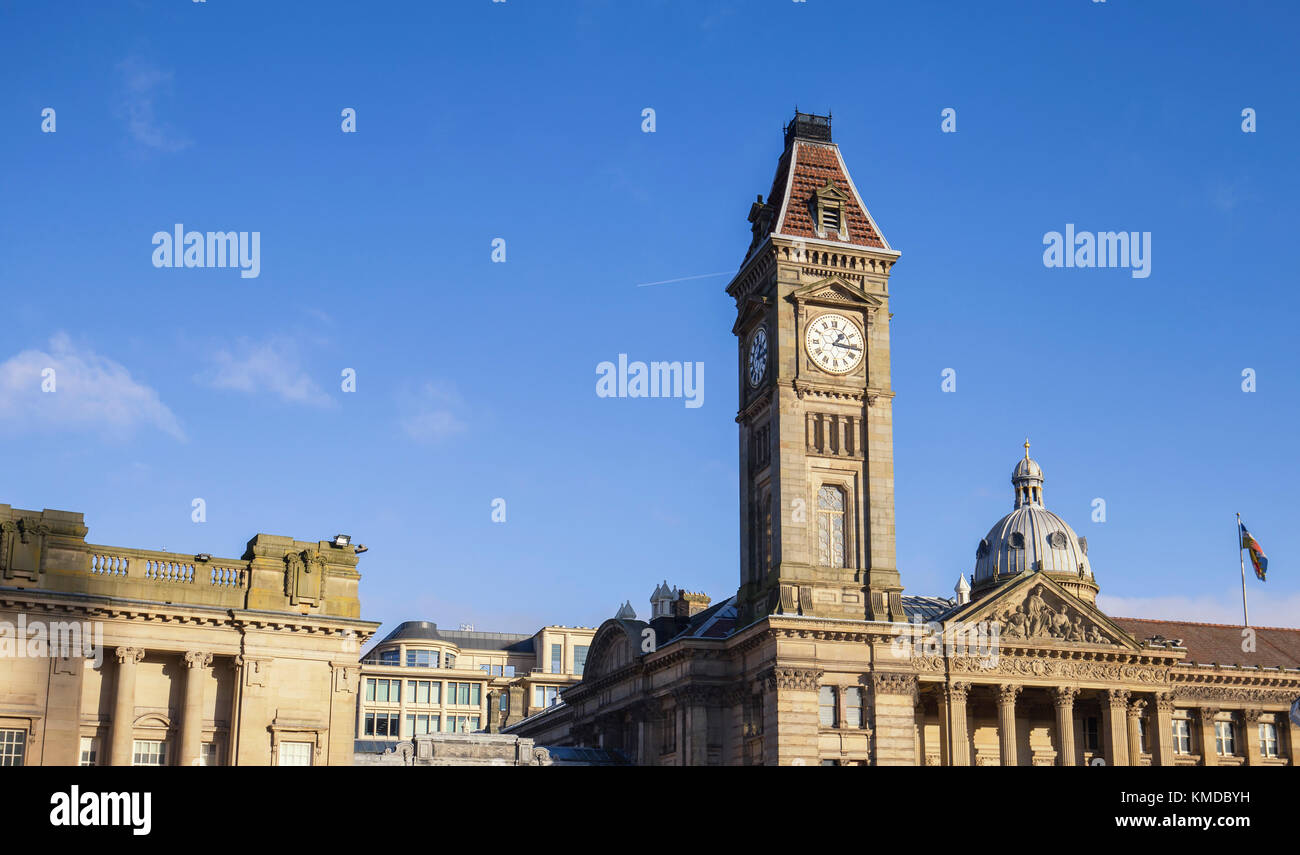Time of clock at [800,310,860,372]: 1:16
